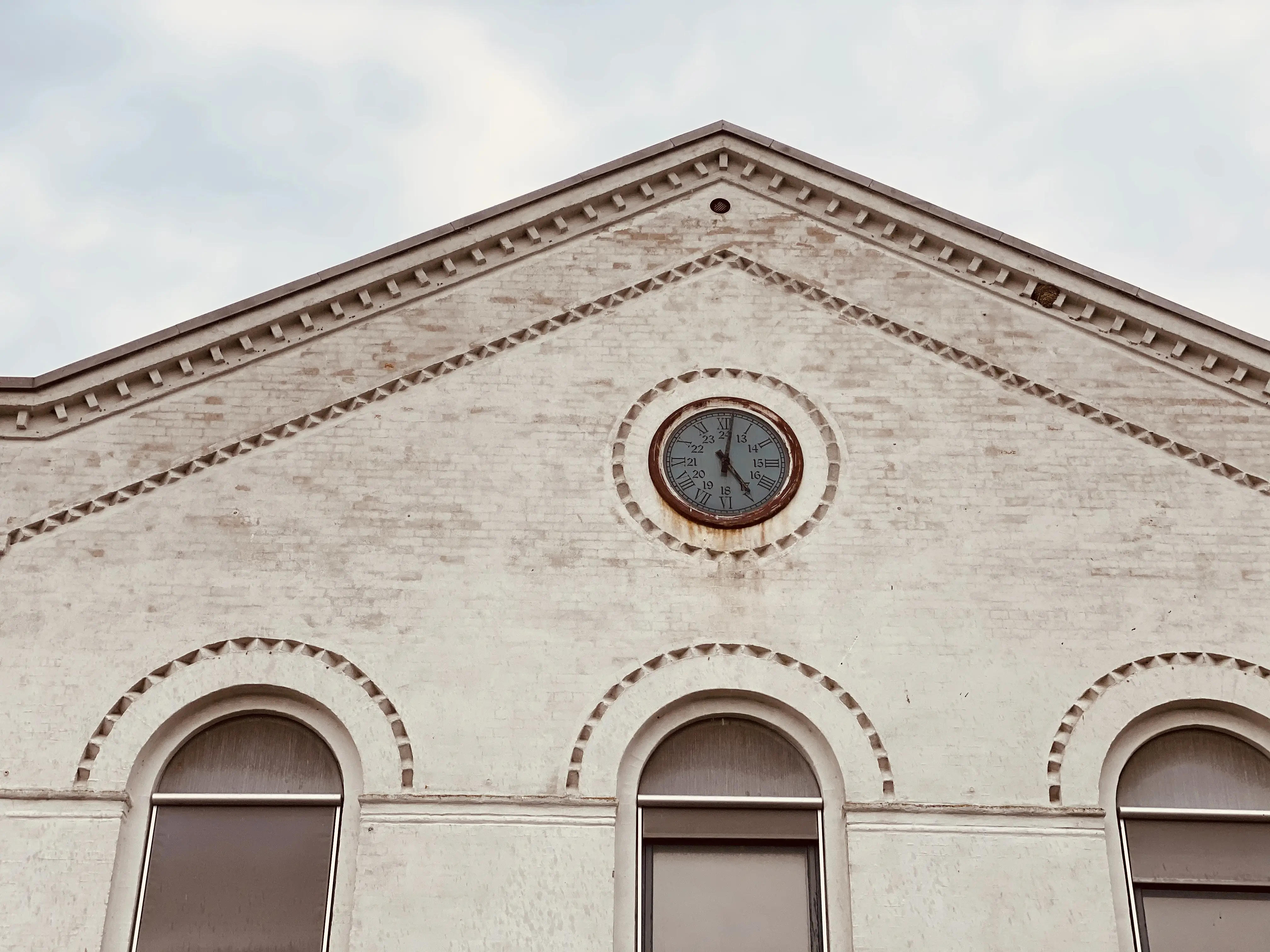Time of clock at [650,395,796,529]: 5:01
